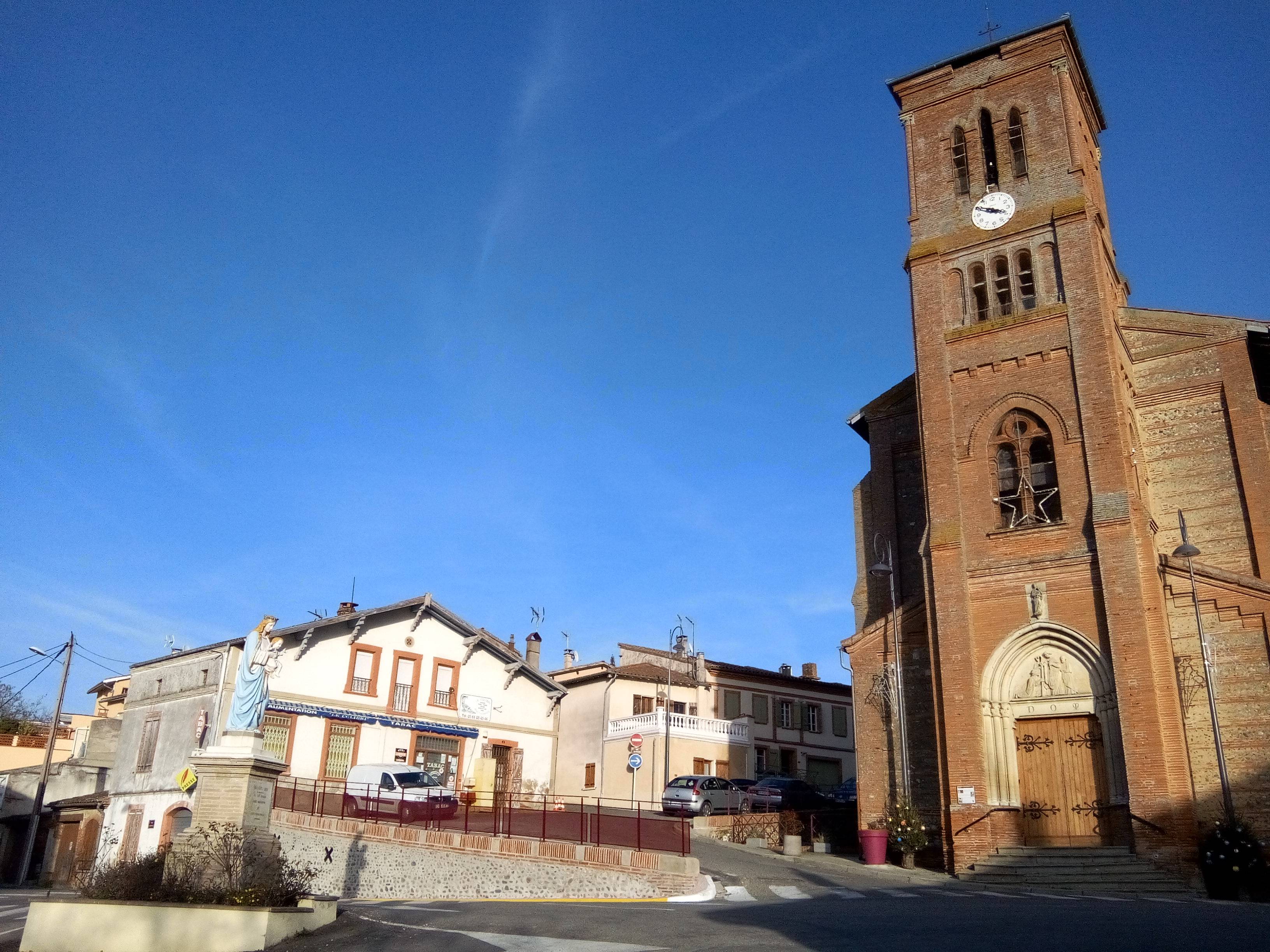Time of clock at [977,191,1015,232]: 3:50
